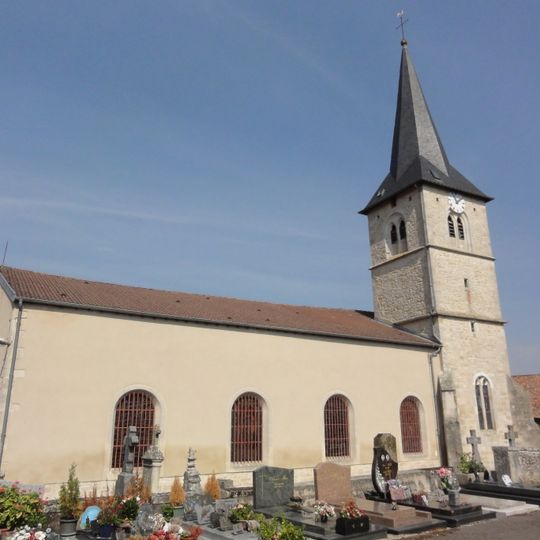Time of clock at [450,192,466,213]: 11:07
